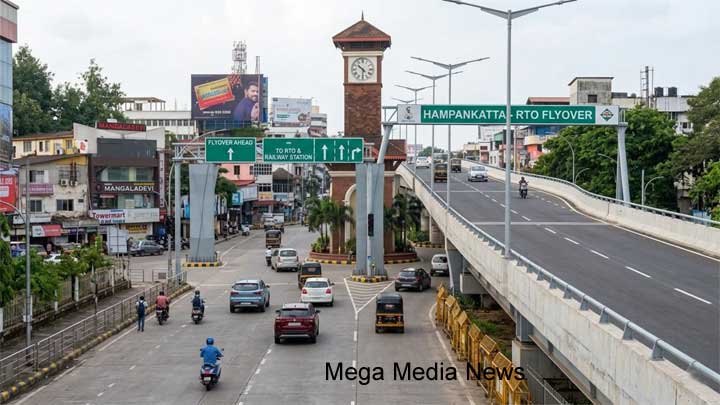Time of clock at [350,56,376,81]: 10:30
